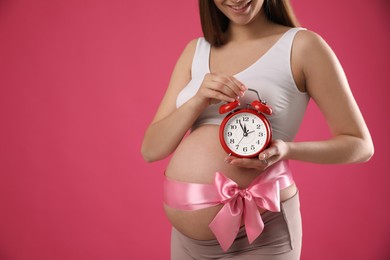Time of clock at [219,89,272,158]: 11:55
